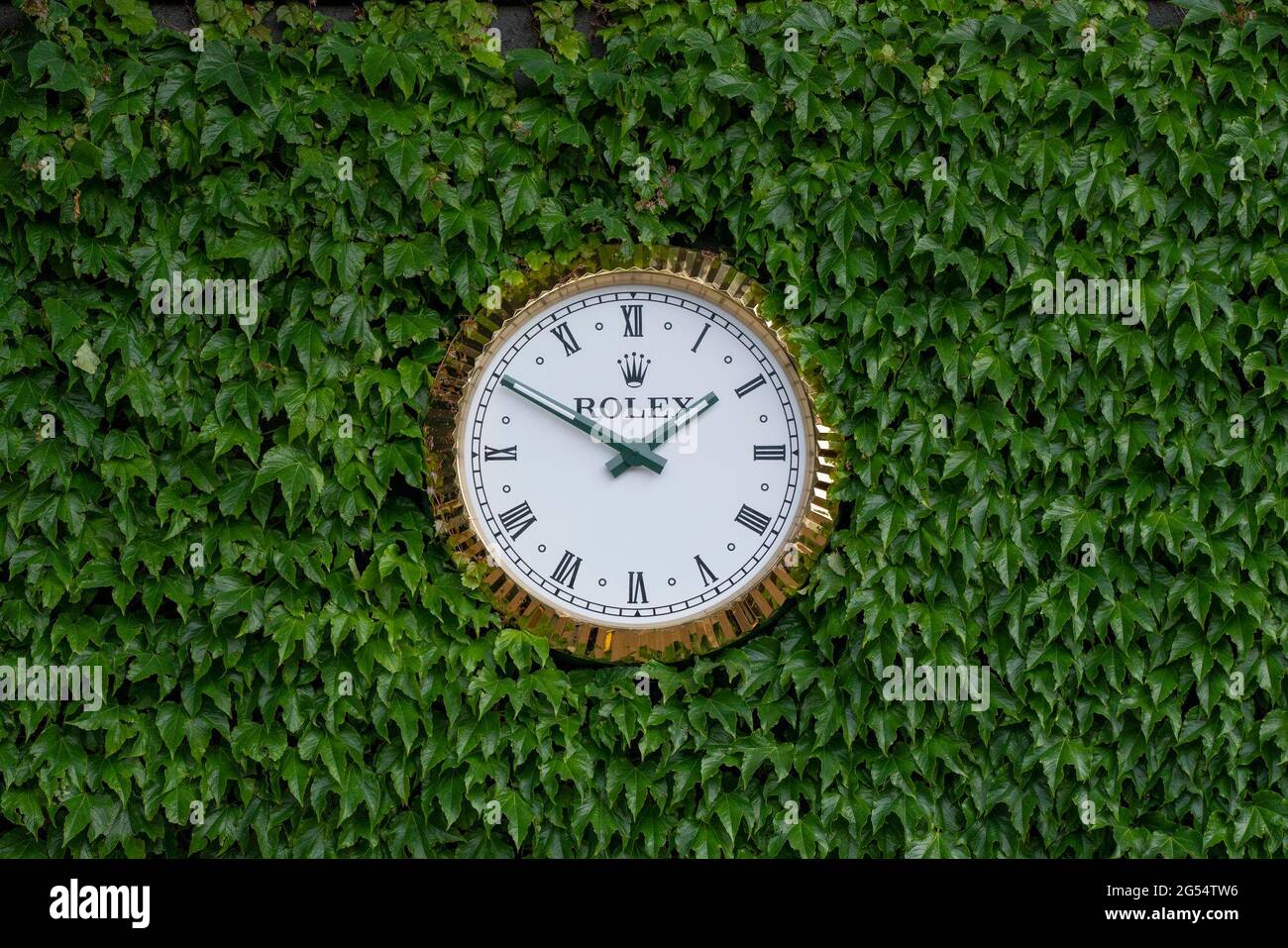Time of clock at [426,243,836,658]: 1:49
